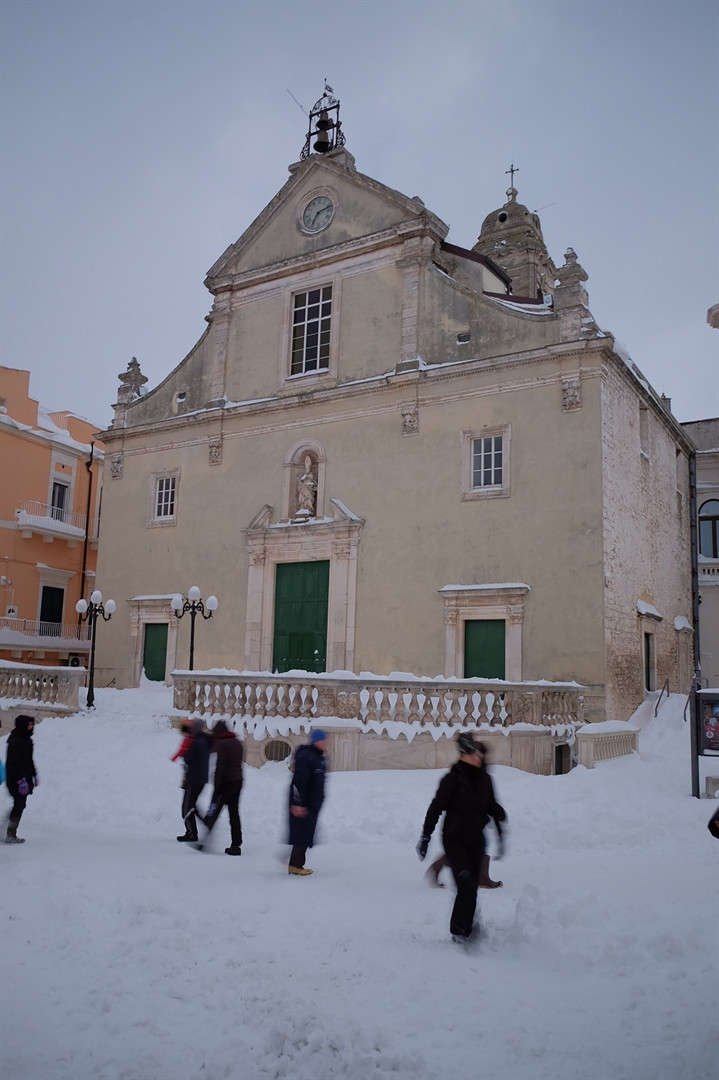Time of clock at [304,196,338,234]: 7:11
